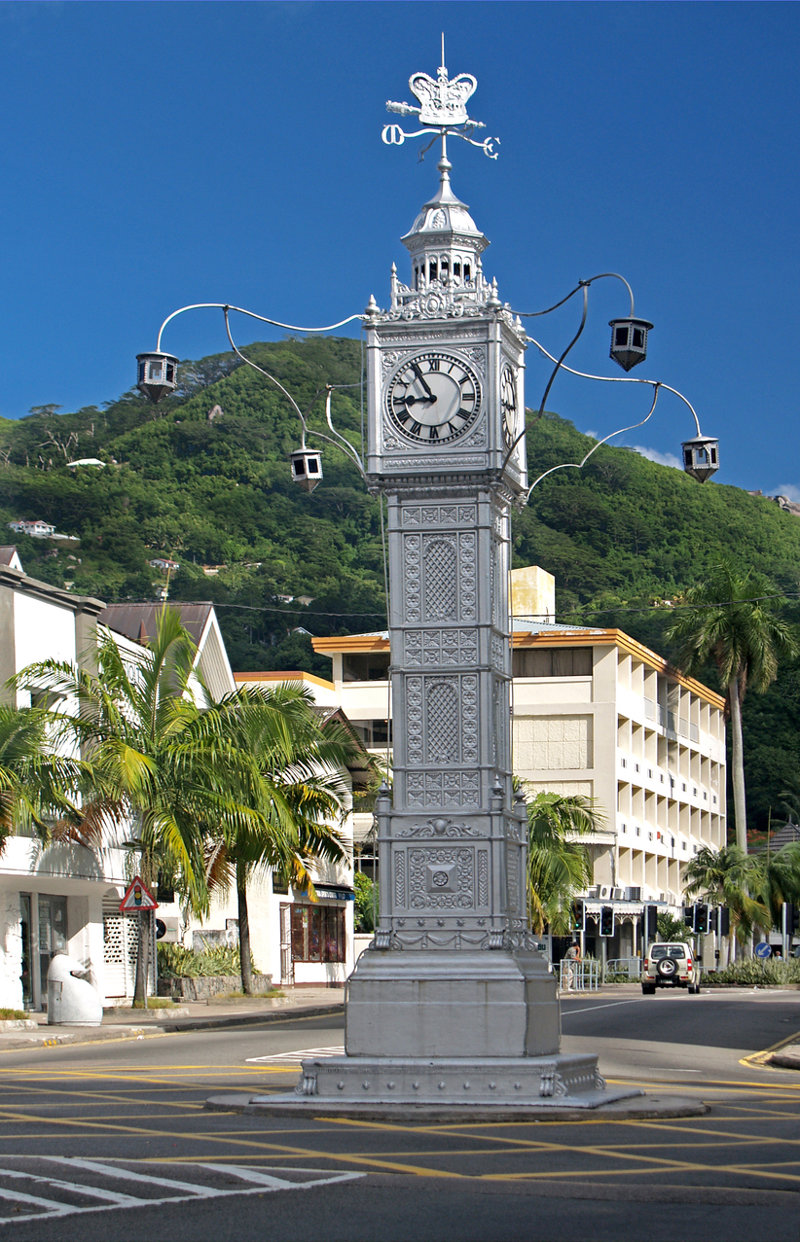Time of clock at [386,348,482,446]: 8:54
